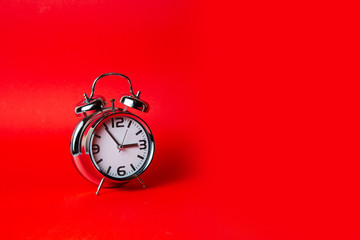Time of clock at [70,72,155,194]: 2:54
